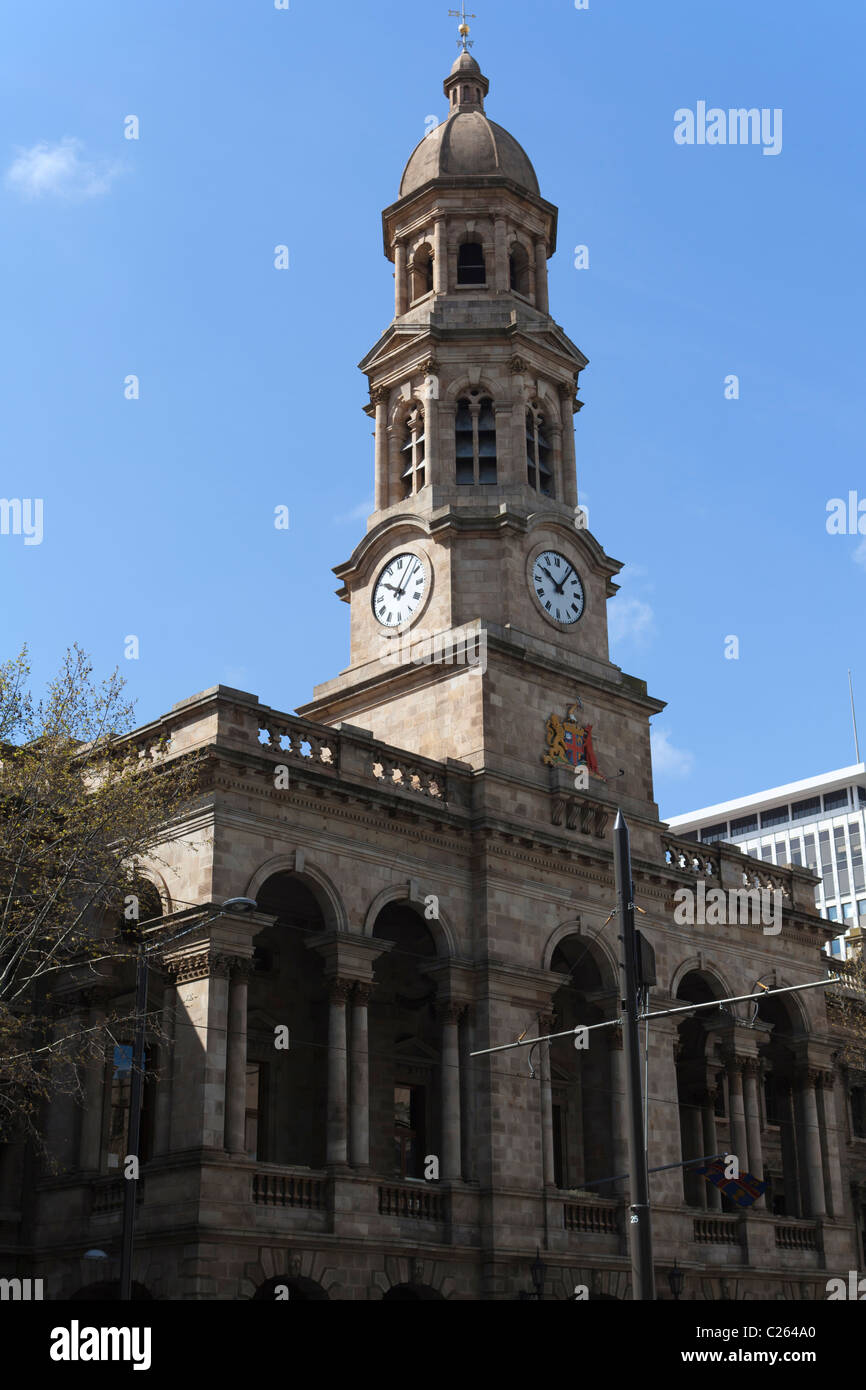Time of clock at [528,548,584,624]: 10:06
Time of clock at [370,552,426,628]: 10:05
